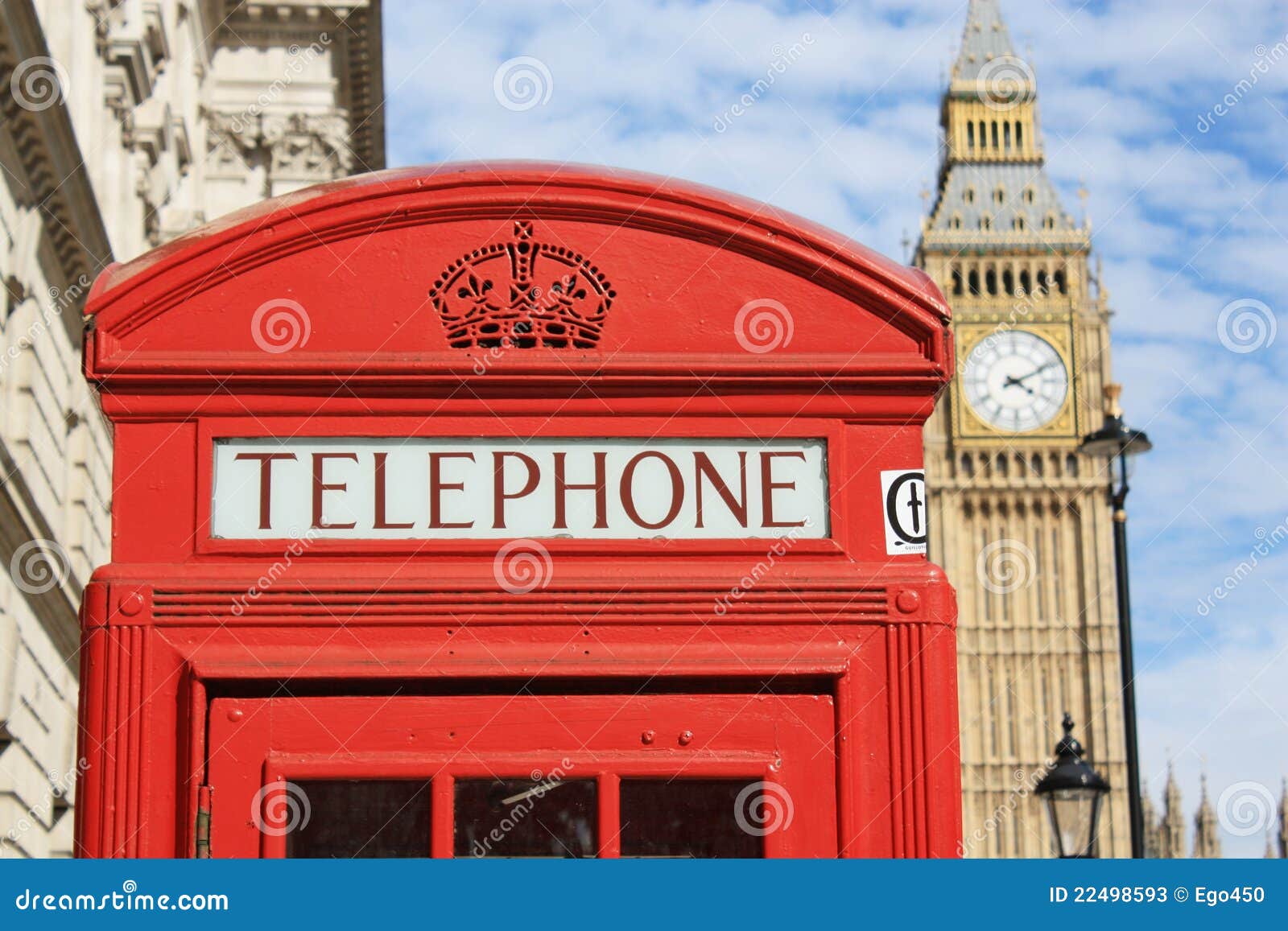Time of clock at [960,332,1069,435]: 4:10
